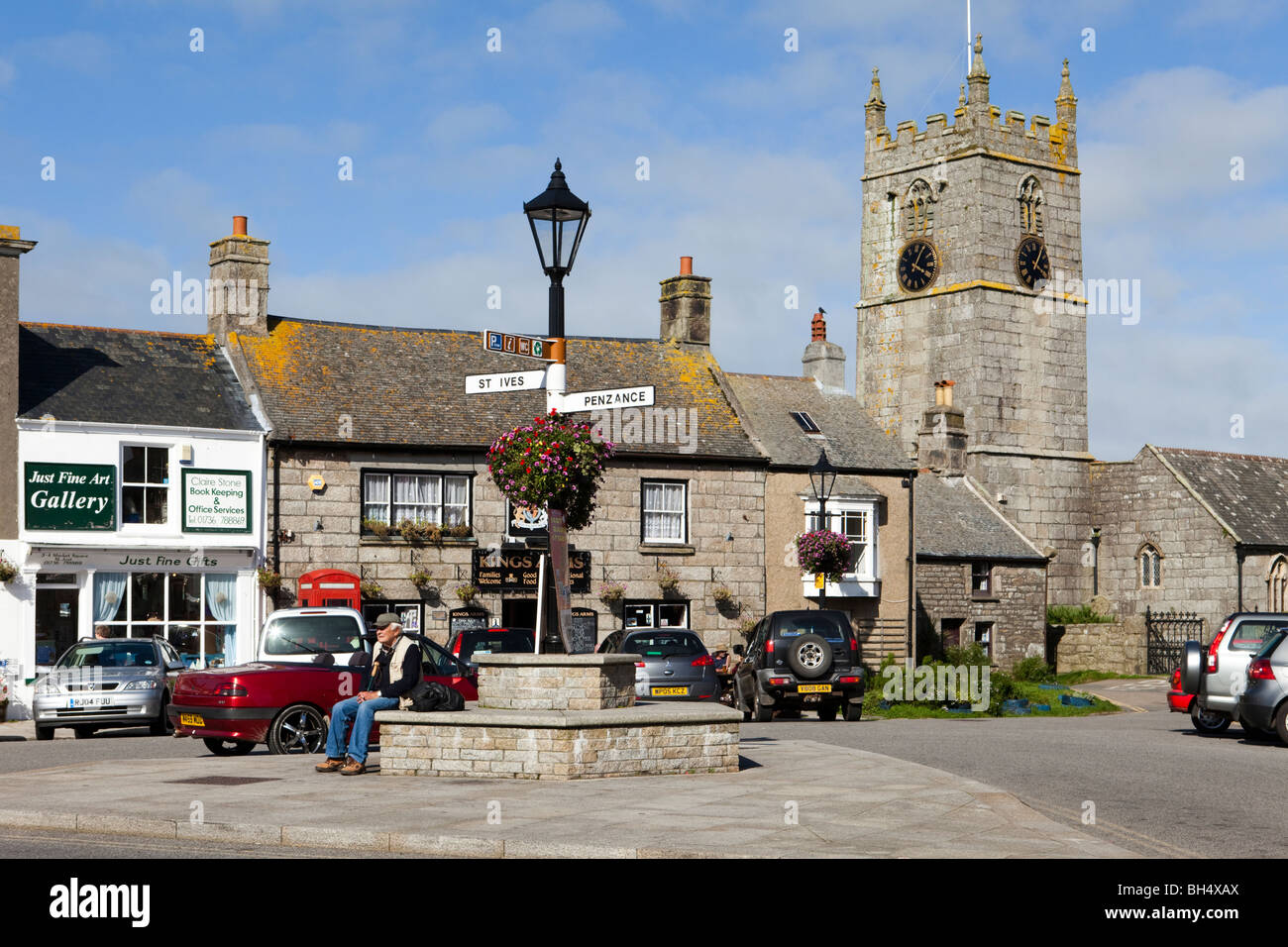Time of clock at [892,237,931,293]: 4:04
